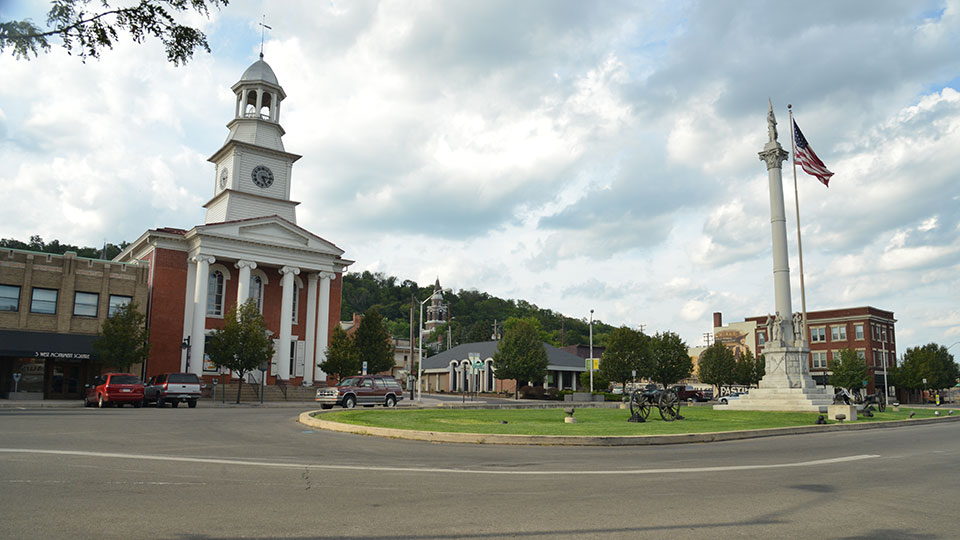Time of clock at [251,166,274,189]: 5:15
